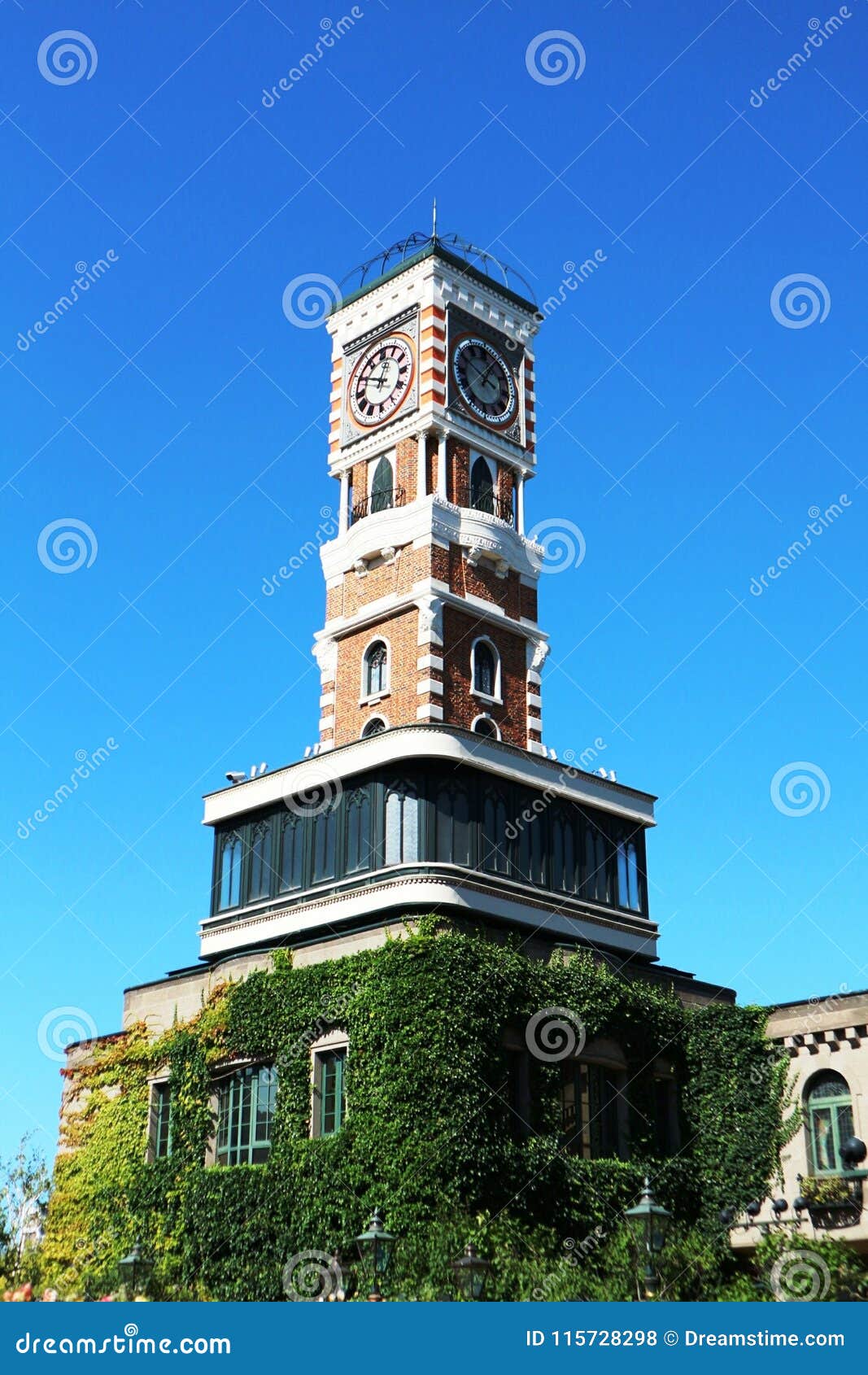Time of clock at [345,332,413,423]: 12:49
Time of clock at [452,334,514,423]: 12:49
